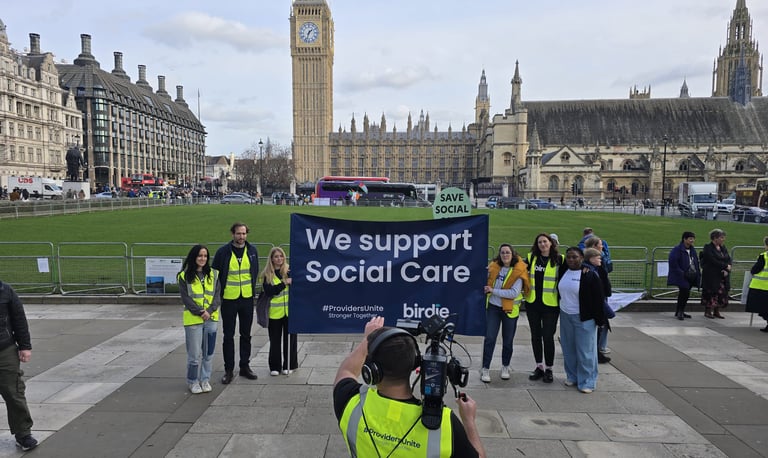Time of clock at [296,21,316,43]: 1:33
